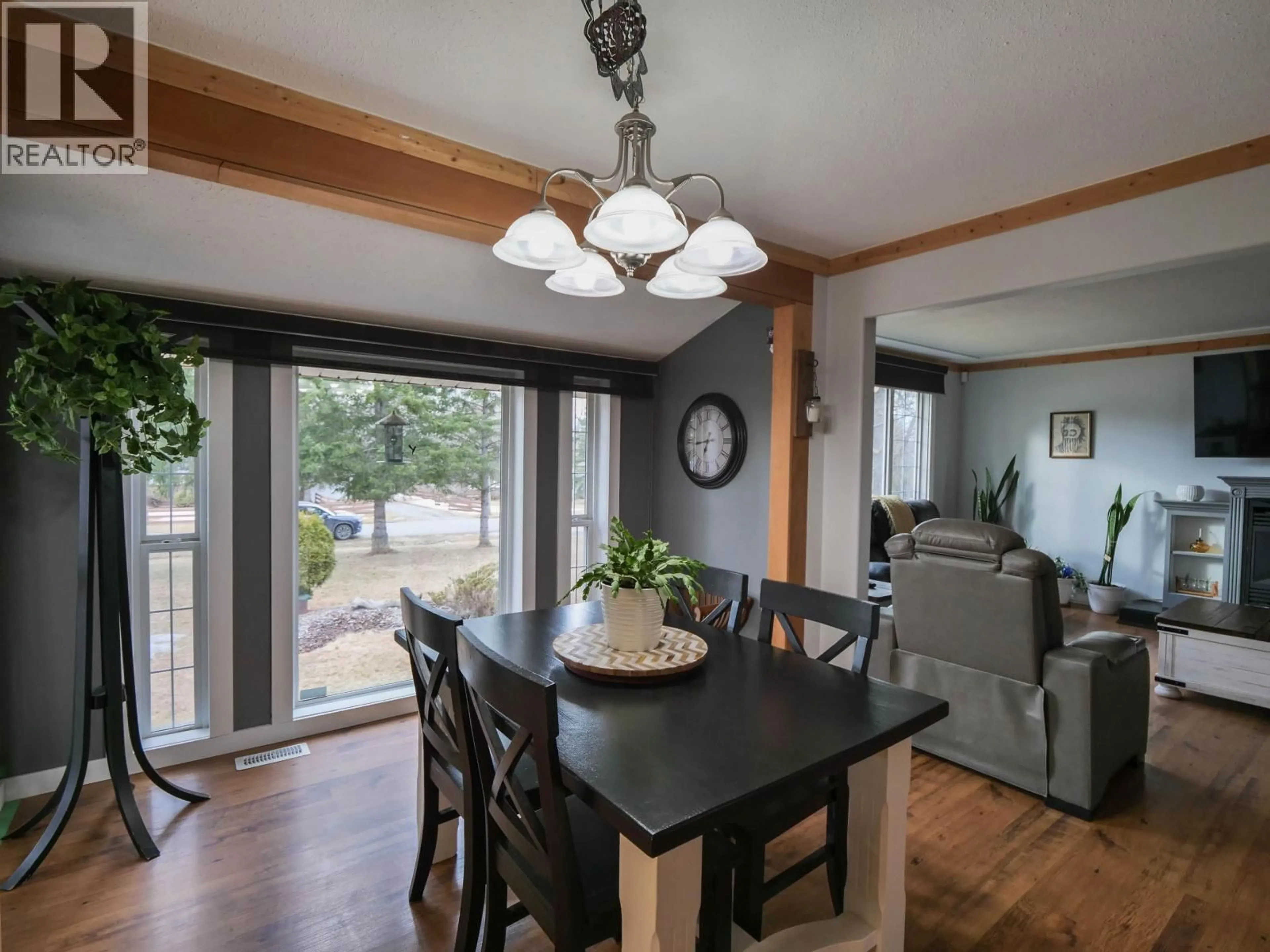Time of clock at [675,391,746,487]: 6:43
